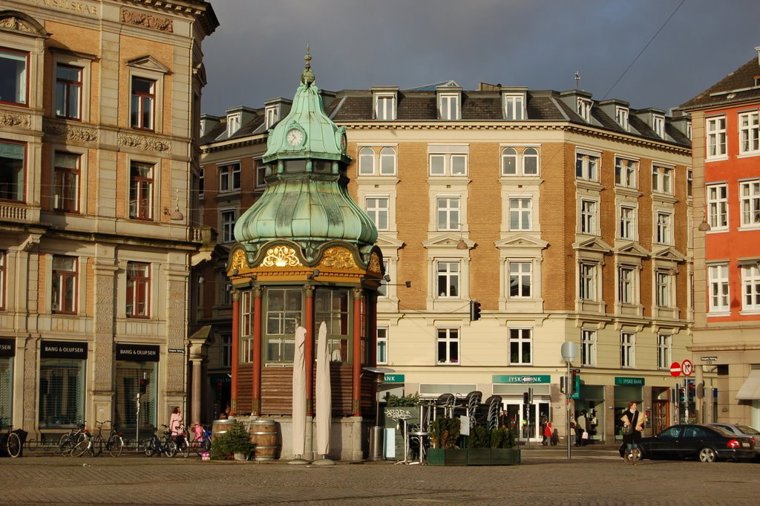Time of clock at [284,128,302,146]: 10:37
